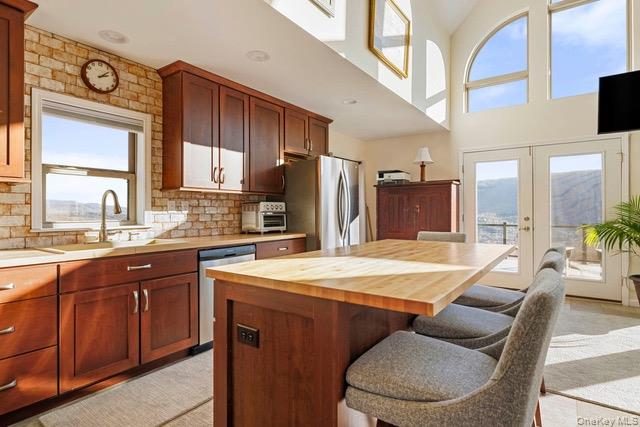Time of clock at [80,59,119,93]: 2:08
